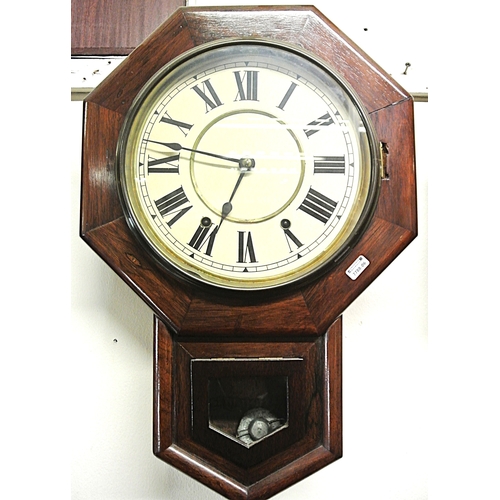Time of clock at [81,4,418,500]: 6:47
